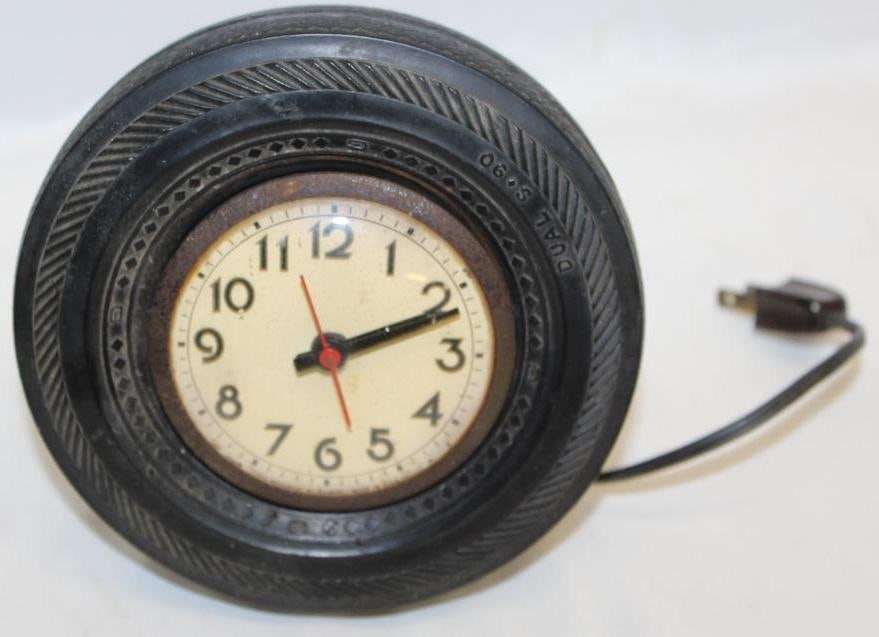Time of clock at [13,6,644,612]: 2:11
